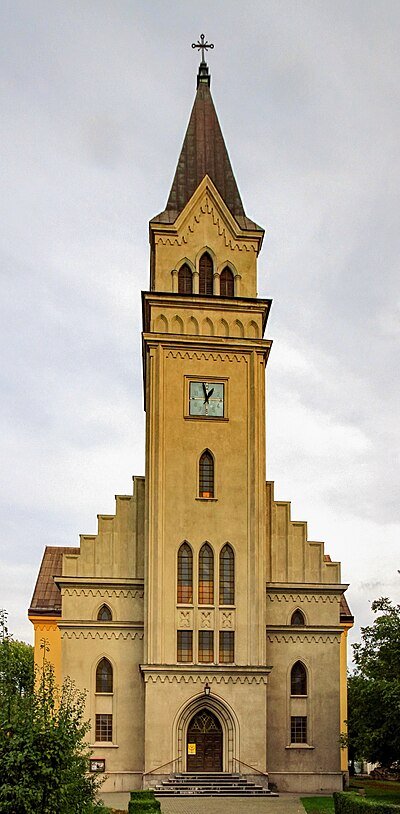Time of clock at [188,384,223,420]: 12:57
